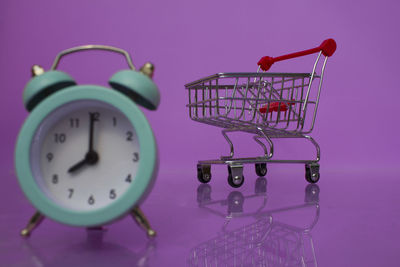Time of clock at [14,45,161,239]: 8:00
